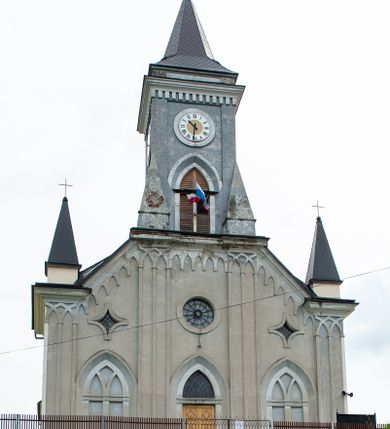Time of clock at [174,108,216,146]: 10:31
